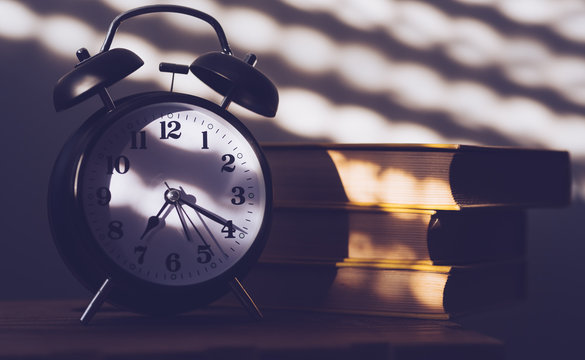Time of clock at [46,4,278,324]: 5:19
